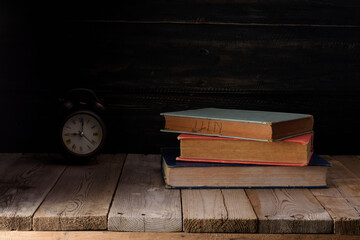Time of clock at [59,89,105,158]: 9:01
